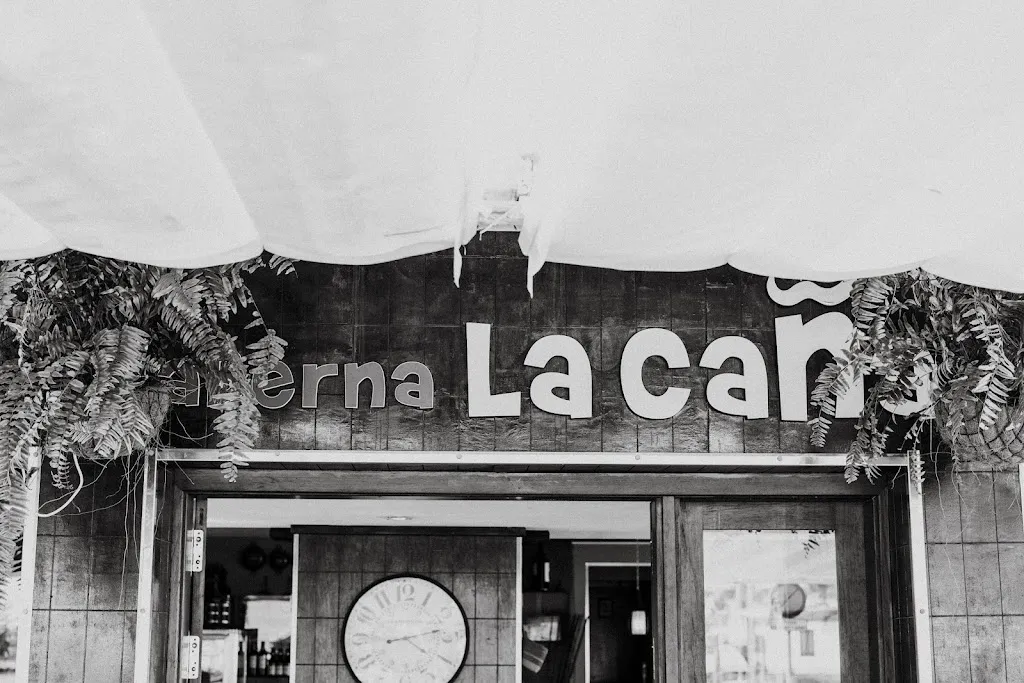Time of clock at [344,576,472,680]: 4:12
